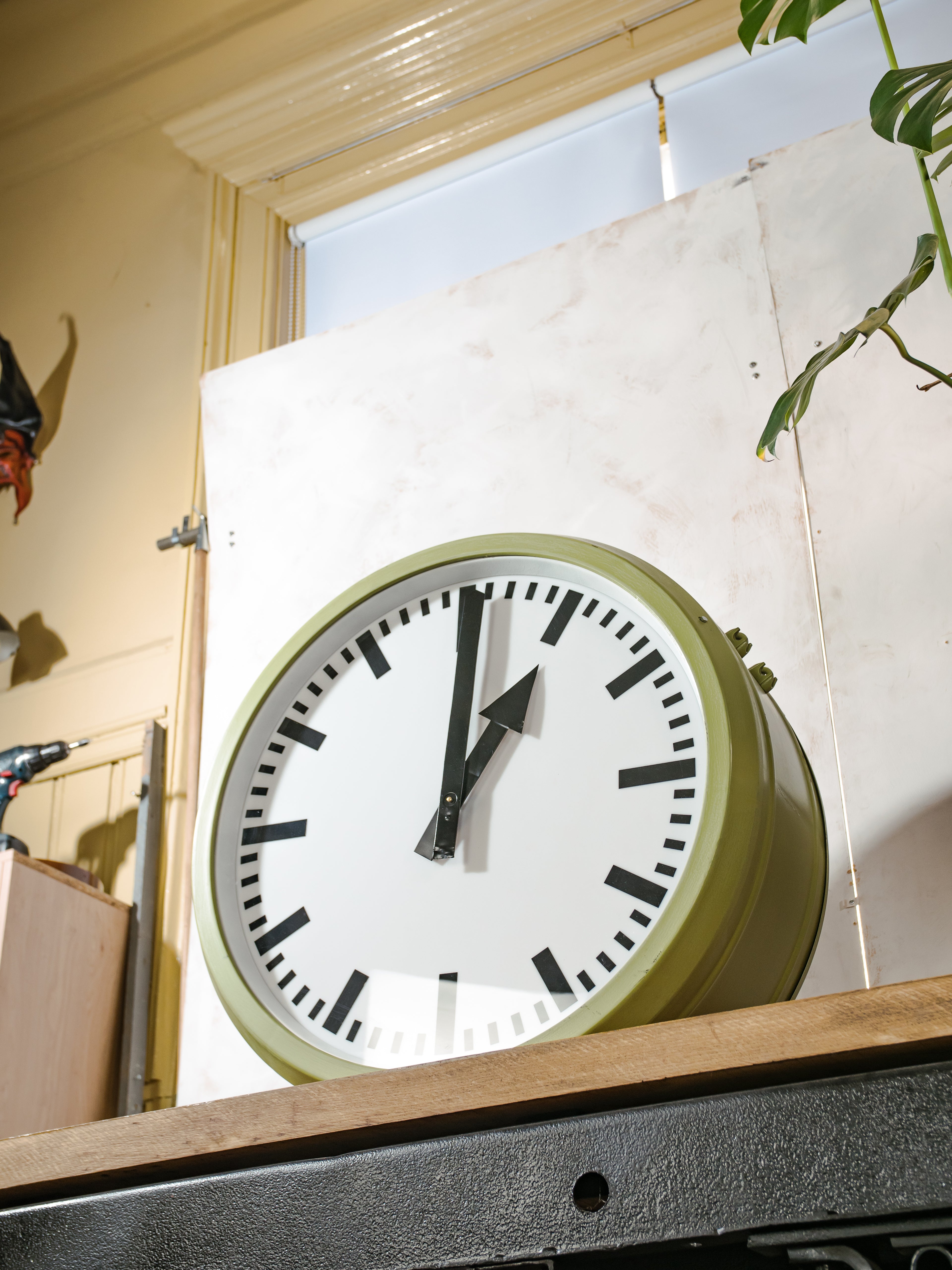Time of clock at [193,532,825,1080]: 1:00
